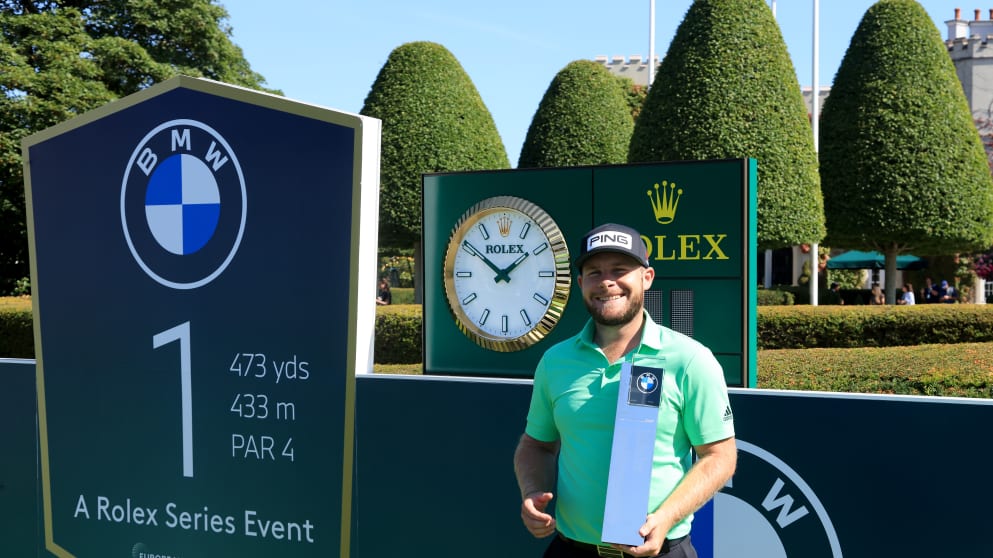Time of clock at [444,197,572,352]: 1:50
